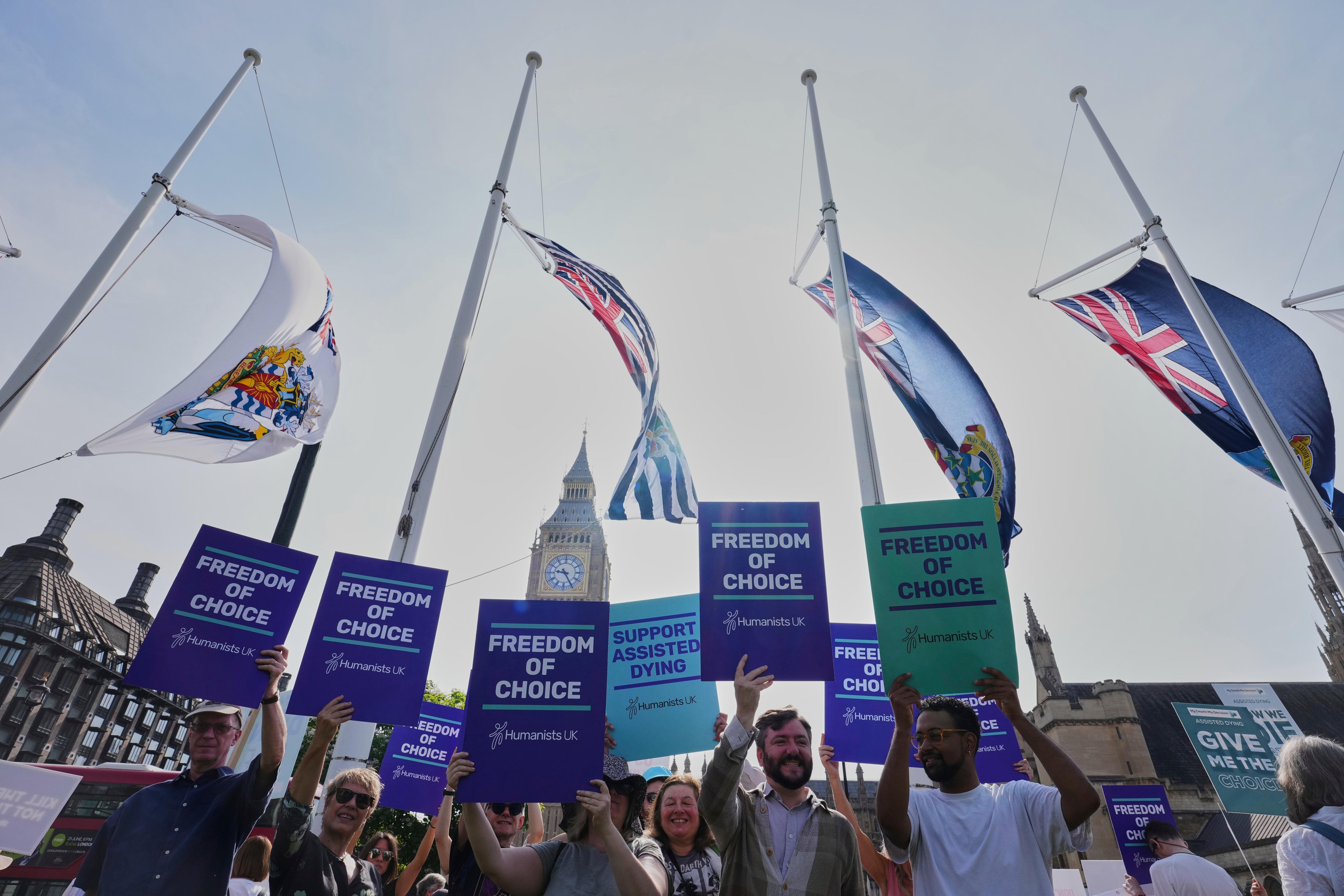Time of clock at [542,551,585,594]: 9:25
